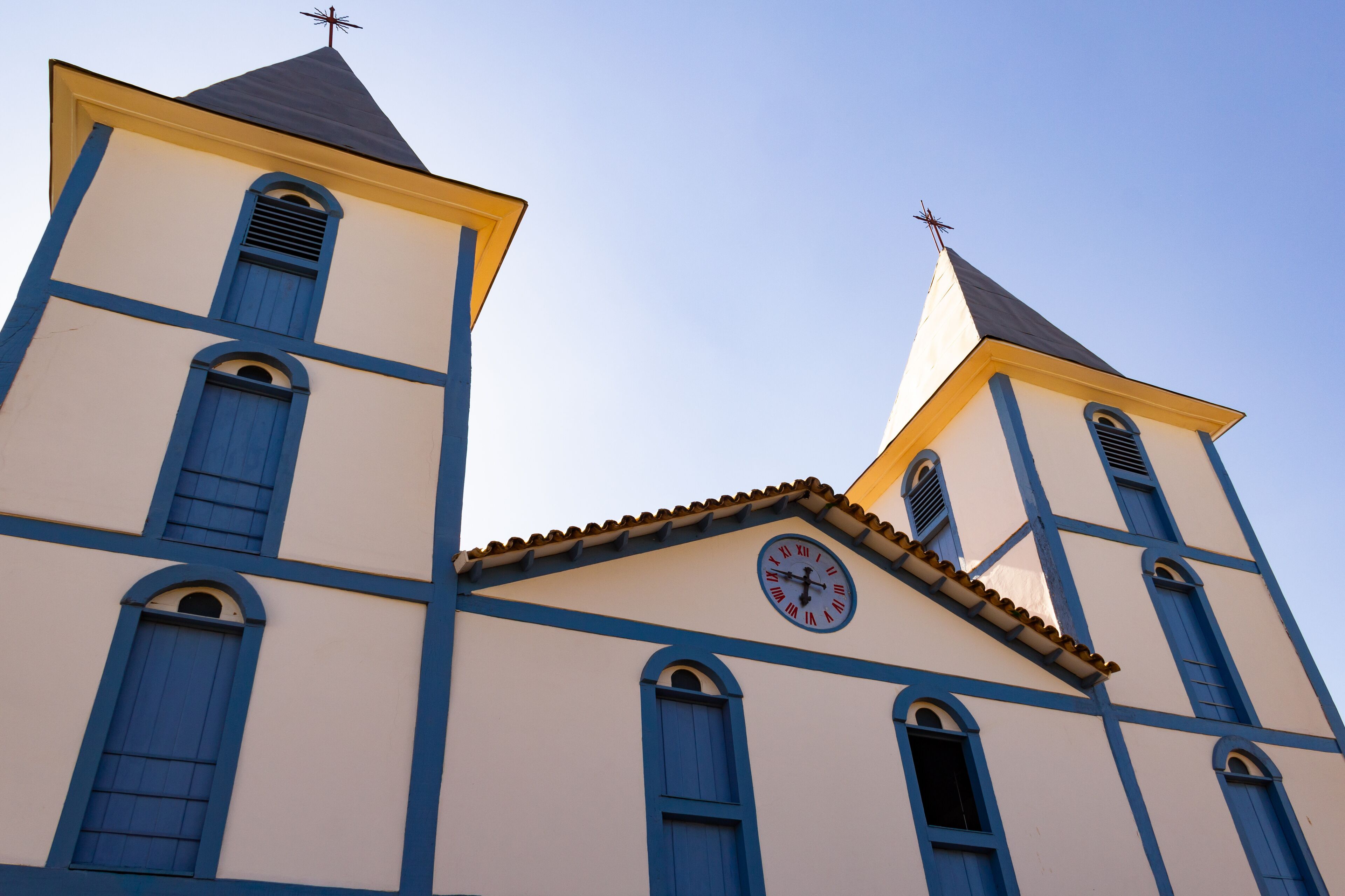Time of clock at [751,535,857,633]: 6:46
